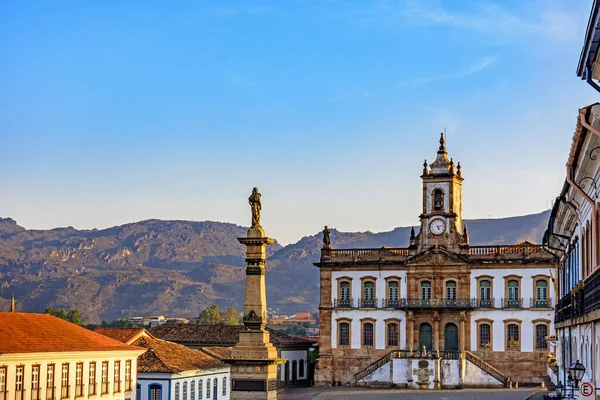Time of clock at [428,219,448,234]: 5:12
